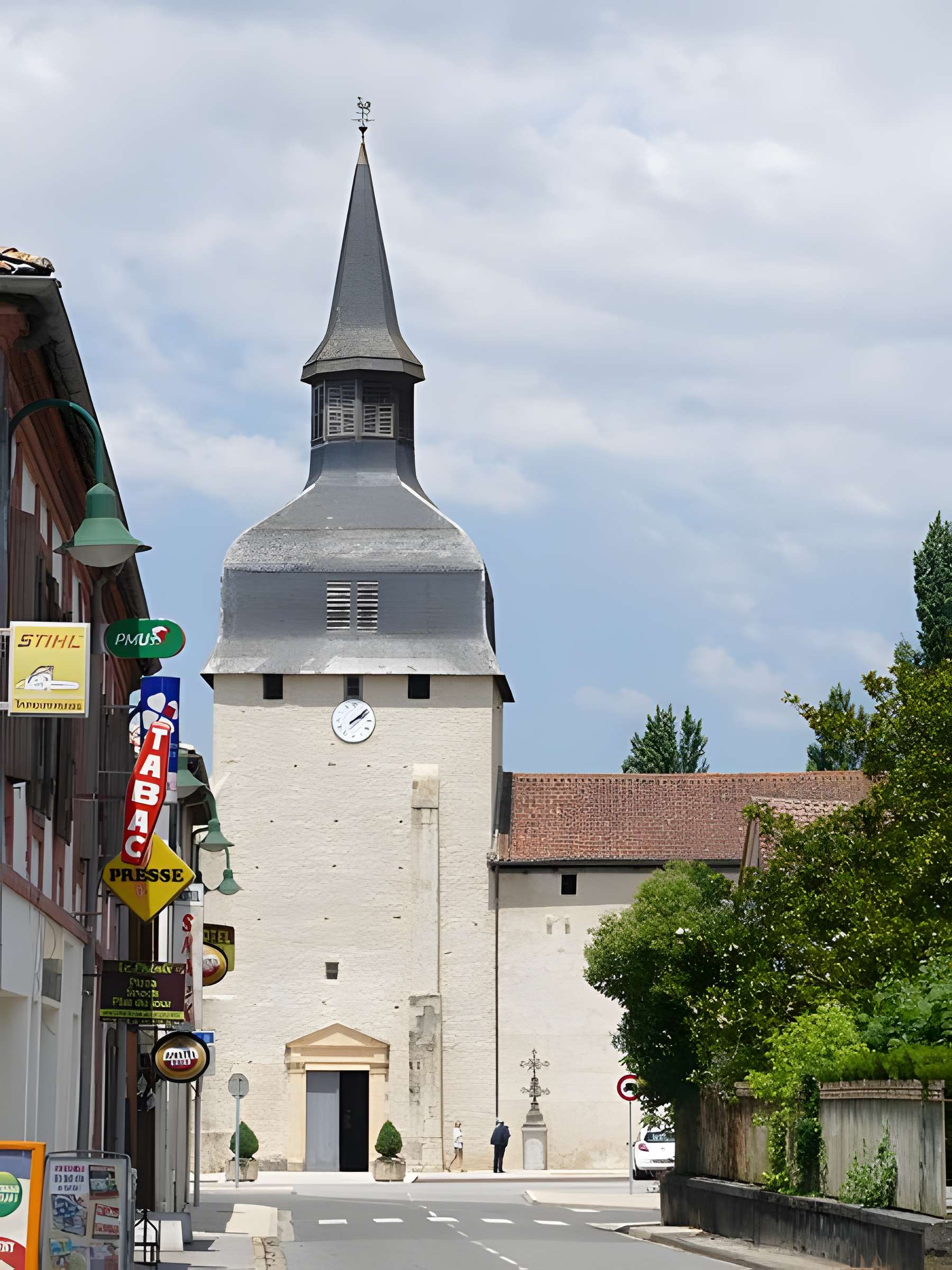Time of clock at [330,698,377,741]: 2:08
